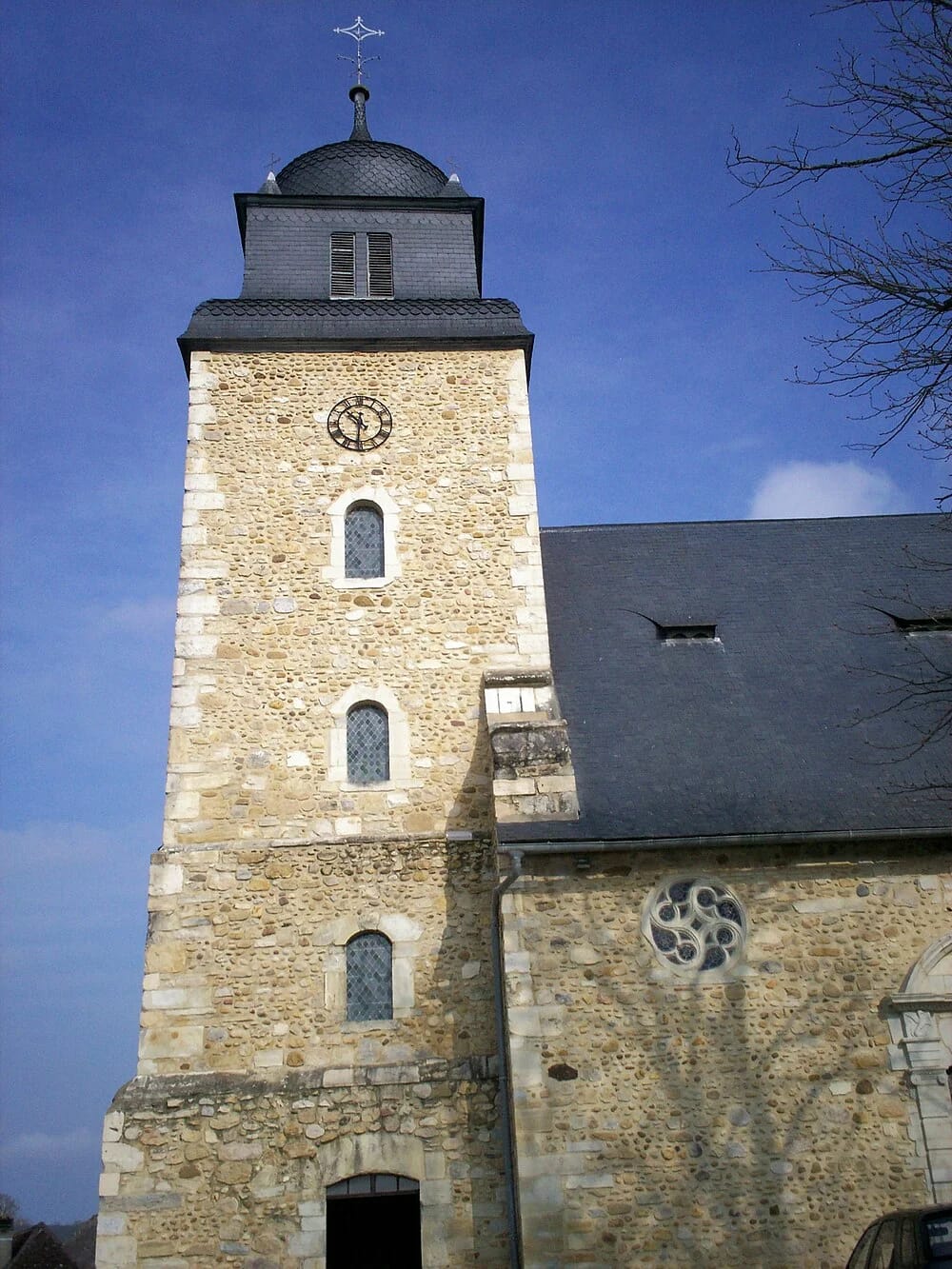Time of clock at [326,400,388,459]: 10:31
